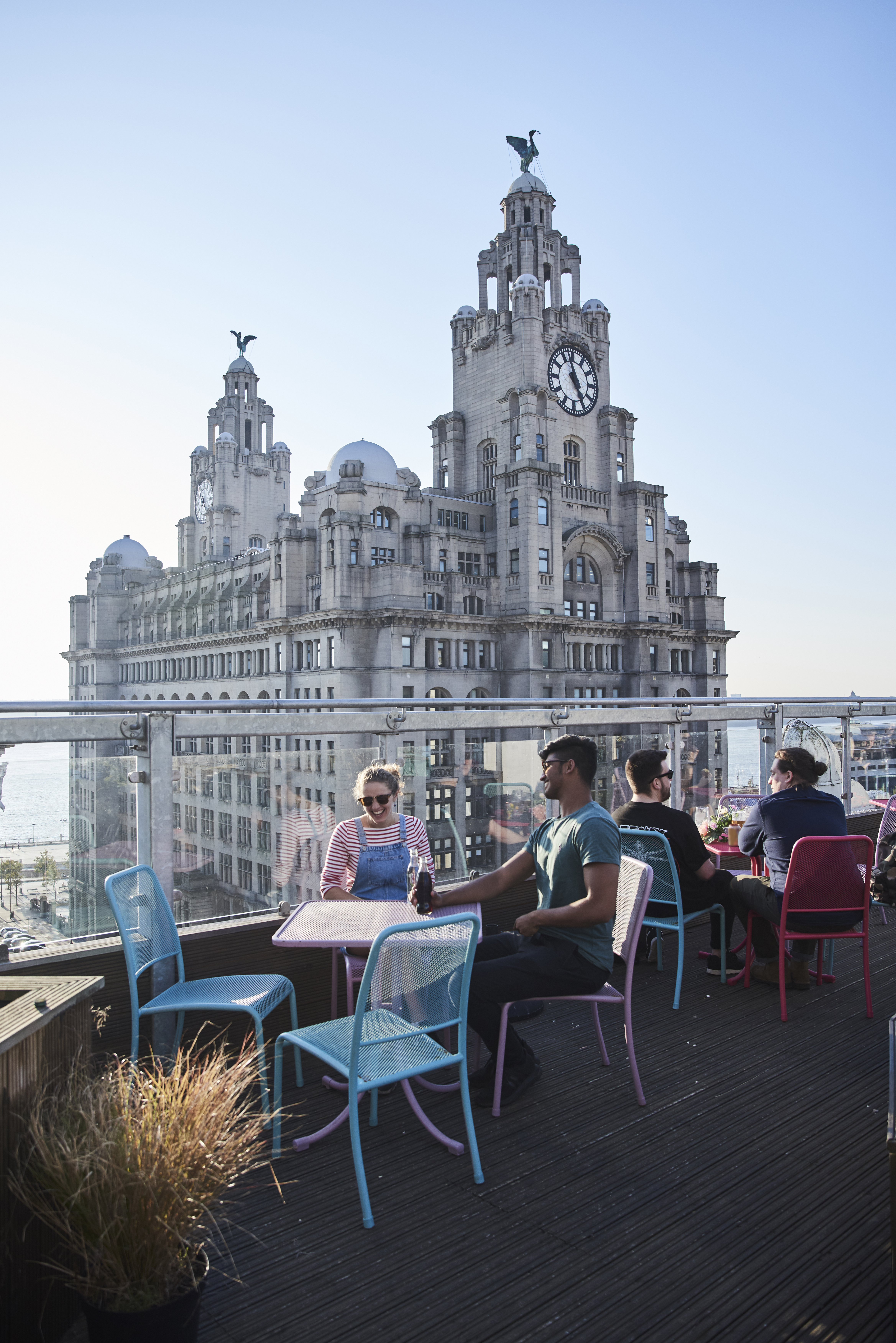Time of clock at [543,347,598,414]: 4:57
